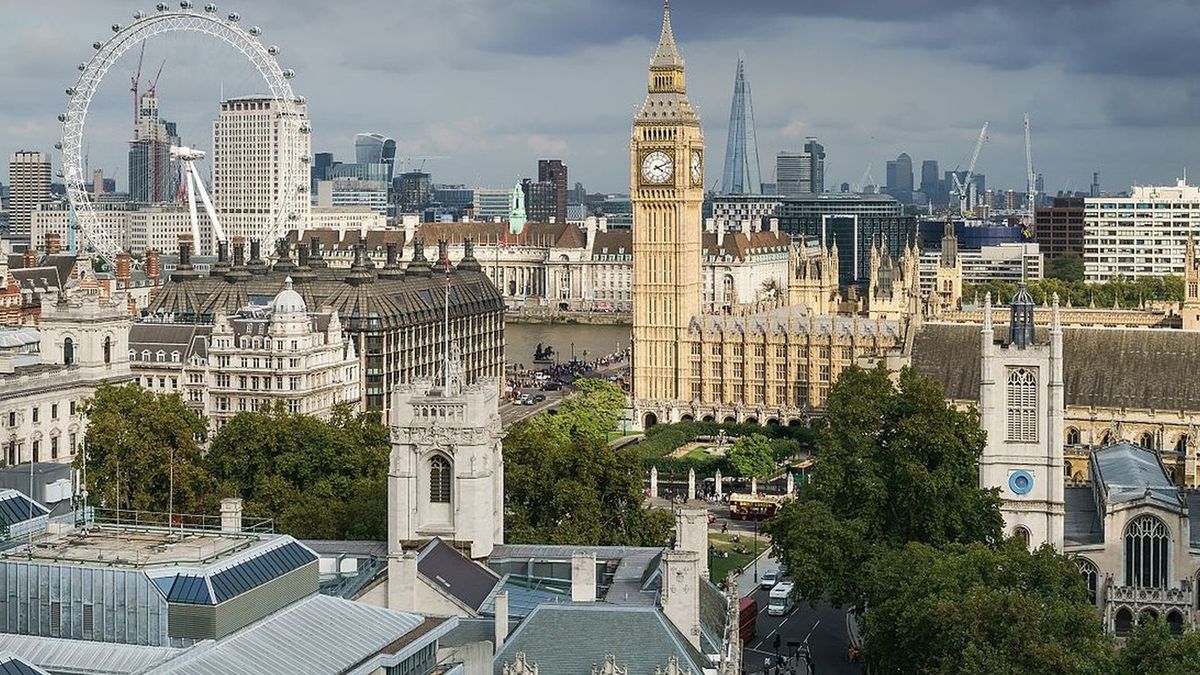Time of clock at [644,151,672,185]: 4:11
